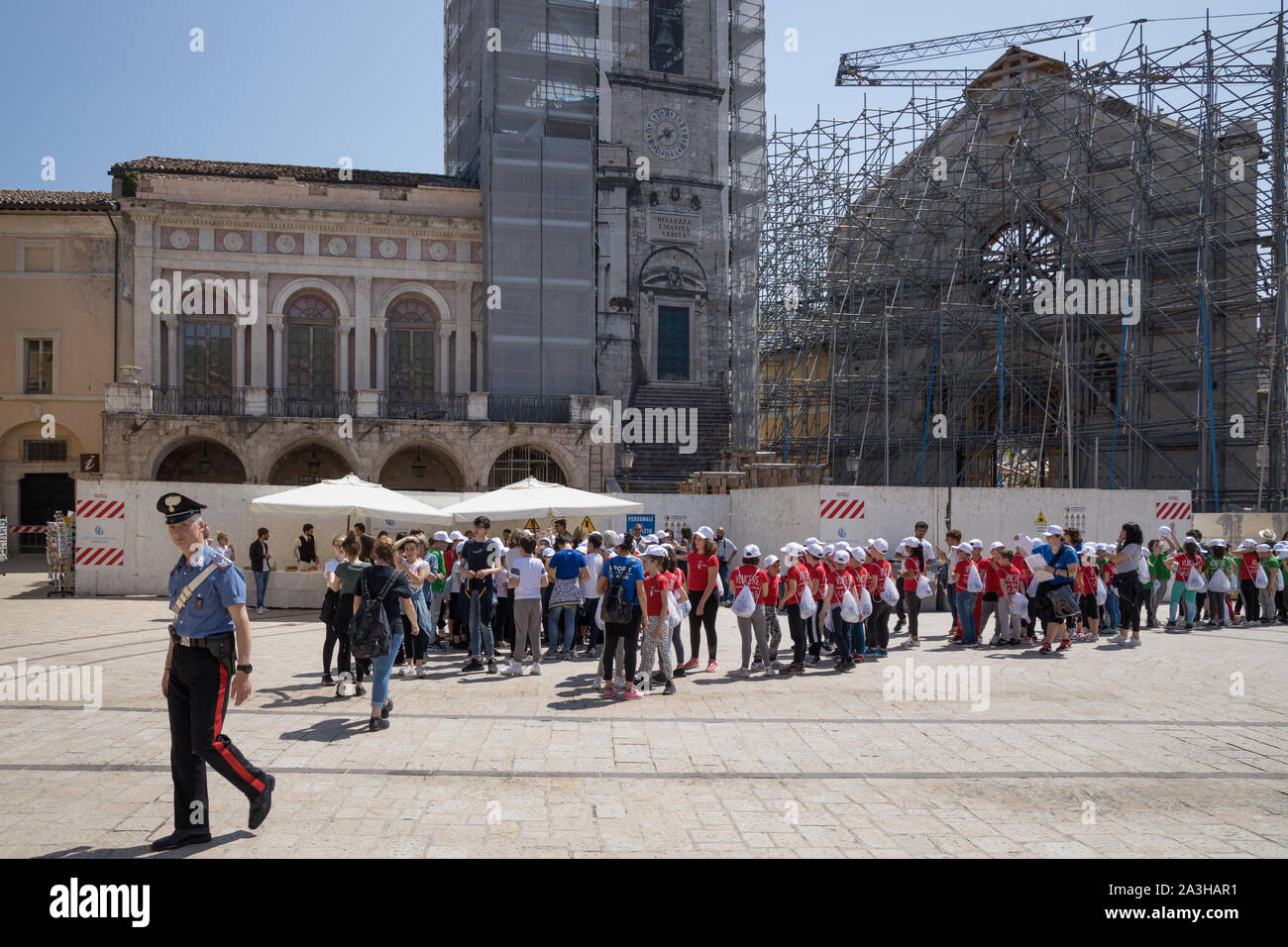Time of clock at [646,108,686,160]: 6:40
